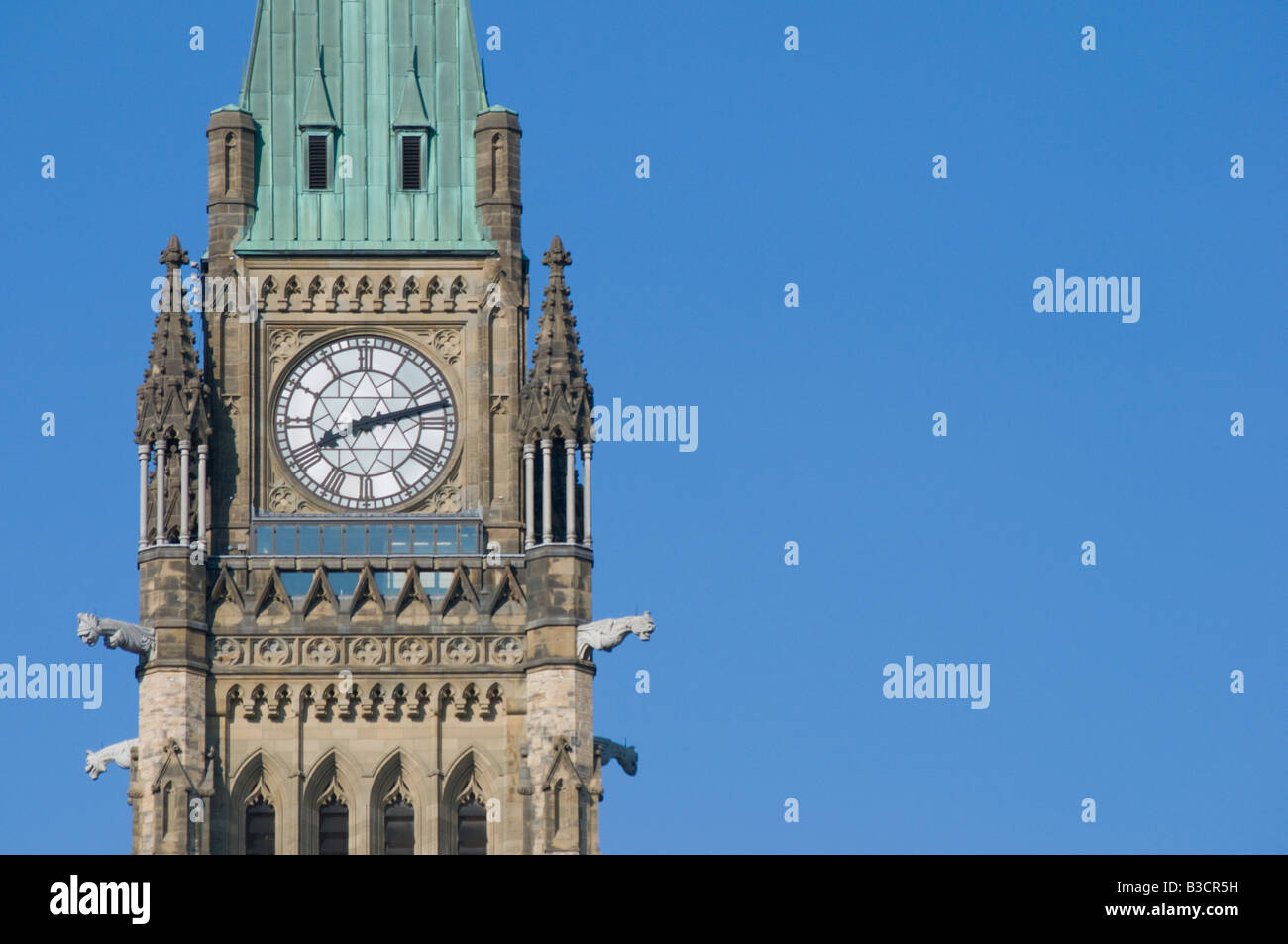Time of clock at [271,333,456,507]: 8:12
